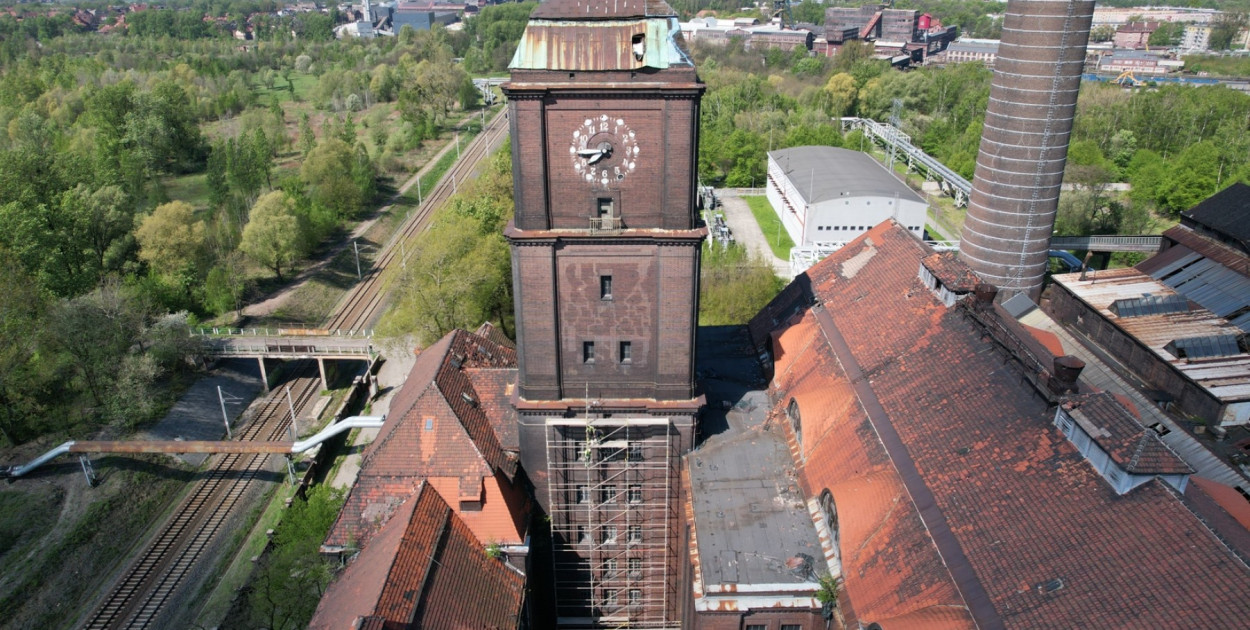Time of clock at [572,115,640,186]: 7:44
